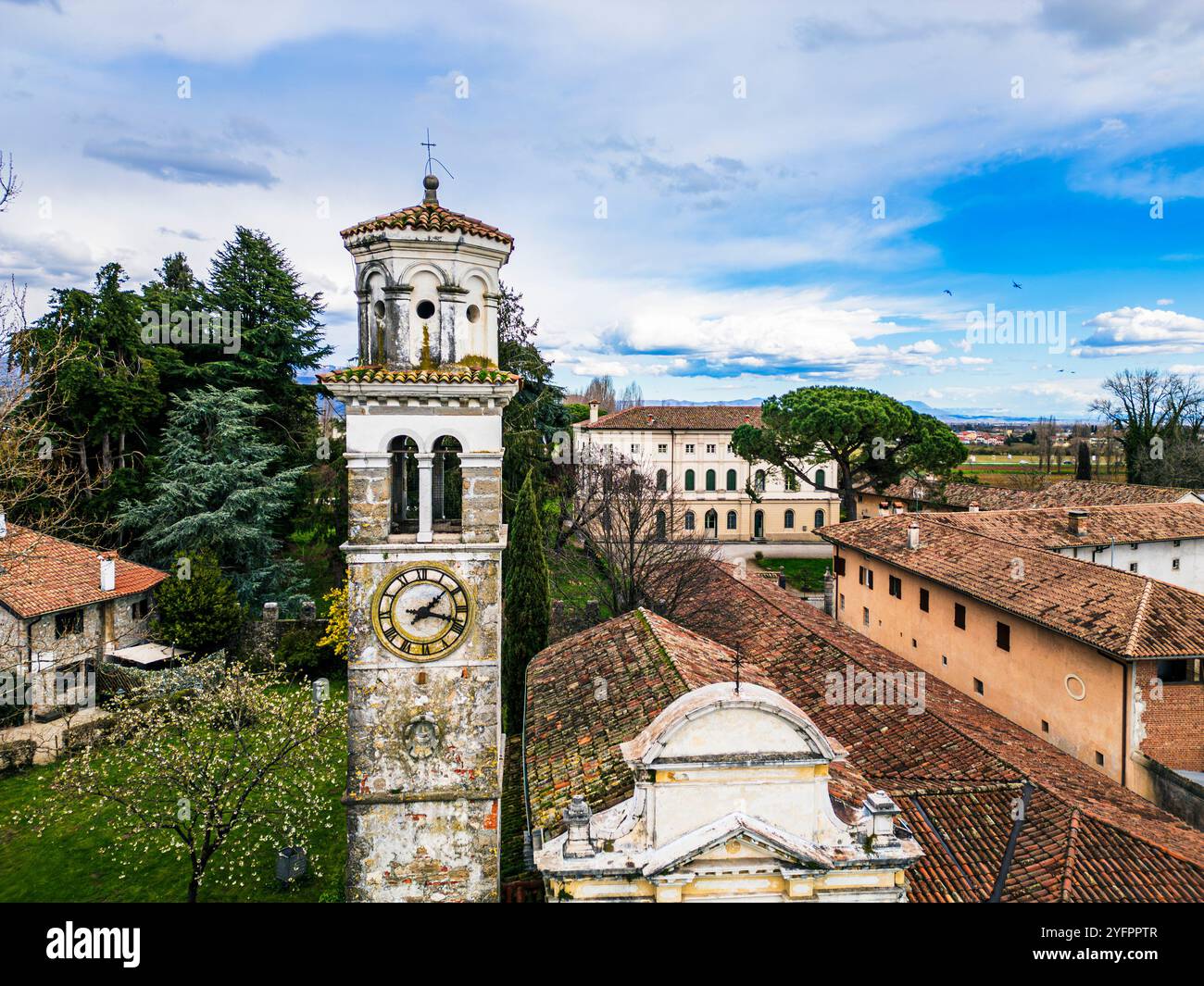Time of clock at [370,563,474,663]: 1:17
